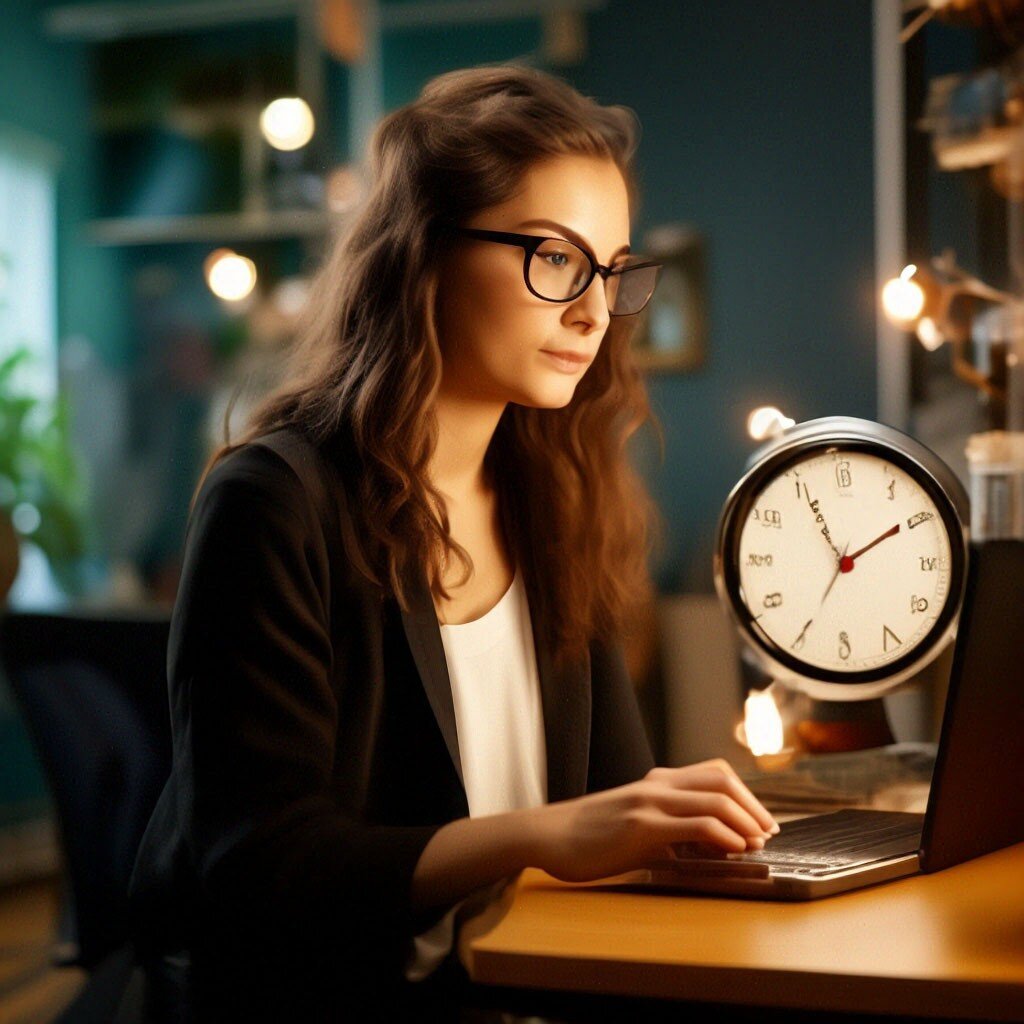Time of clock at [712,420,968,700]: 1:55
